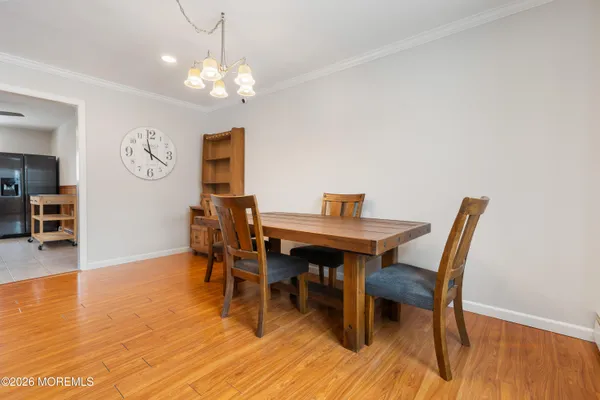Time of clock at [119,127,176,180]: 11:21
